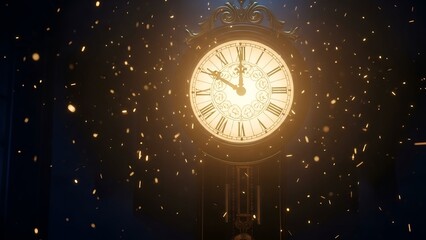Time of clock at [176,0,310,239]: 10:00
